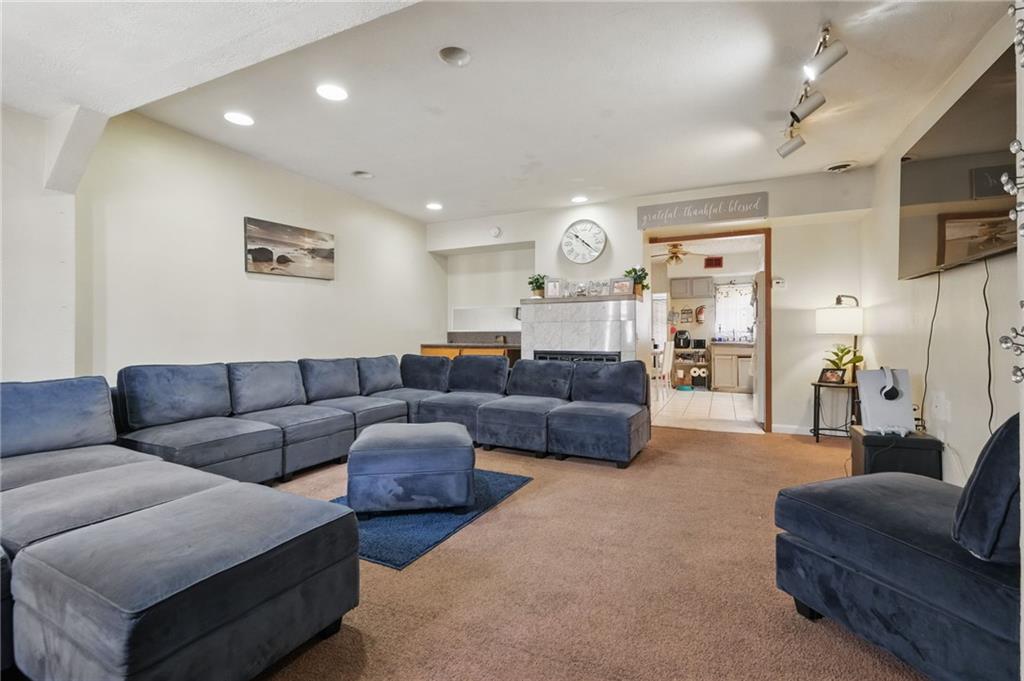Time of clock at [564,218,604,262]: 10:21
